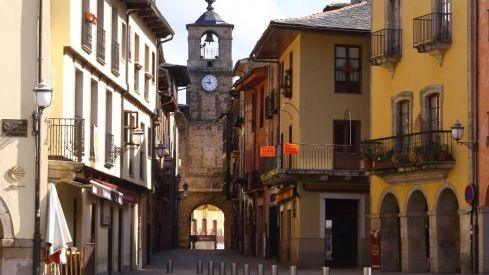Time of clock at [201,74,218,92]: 11:46
